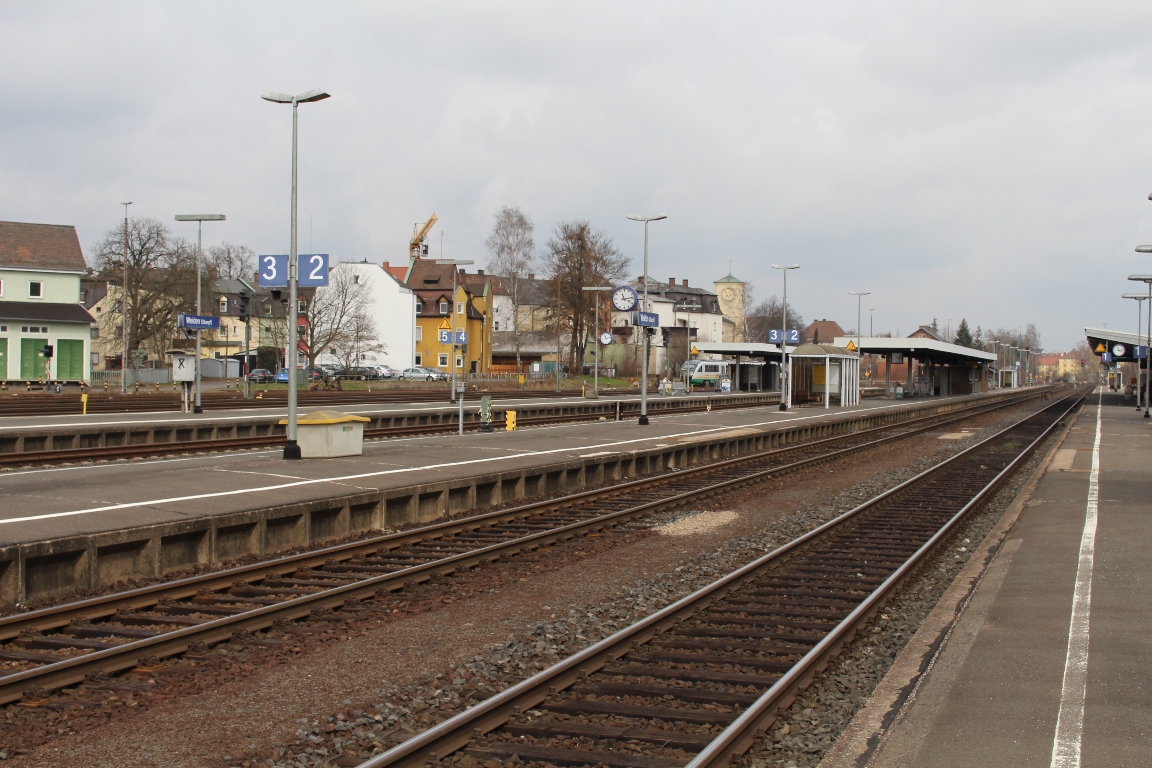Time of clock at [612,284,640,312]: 11:13
